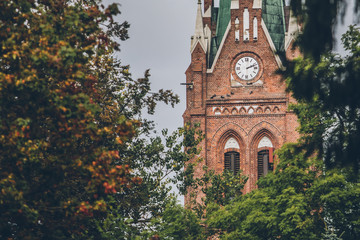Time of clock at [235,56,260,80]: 2:11
